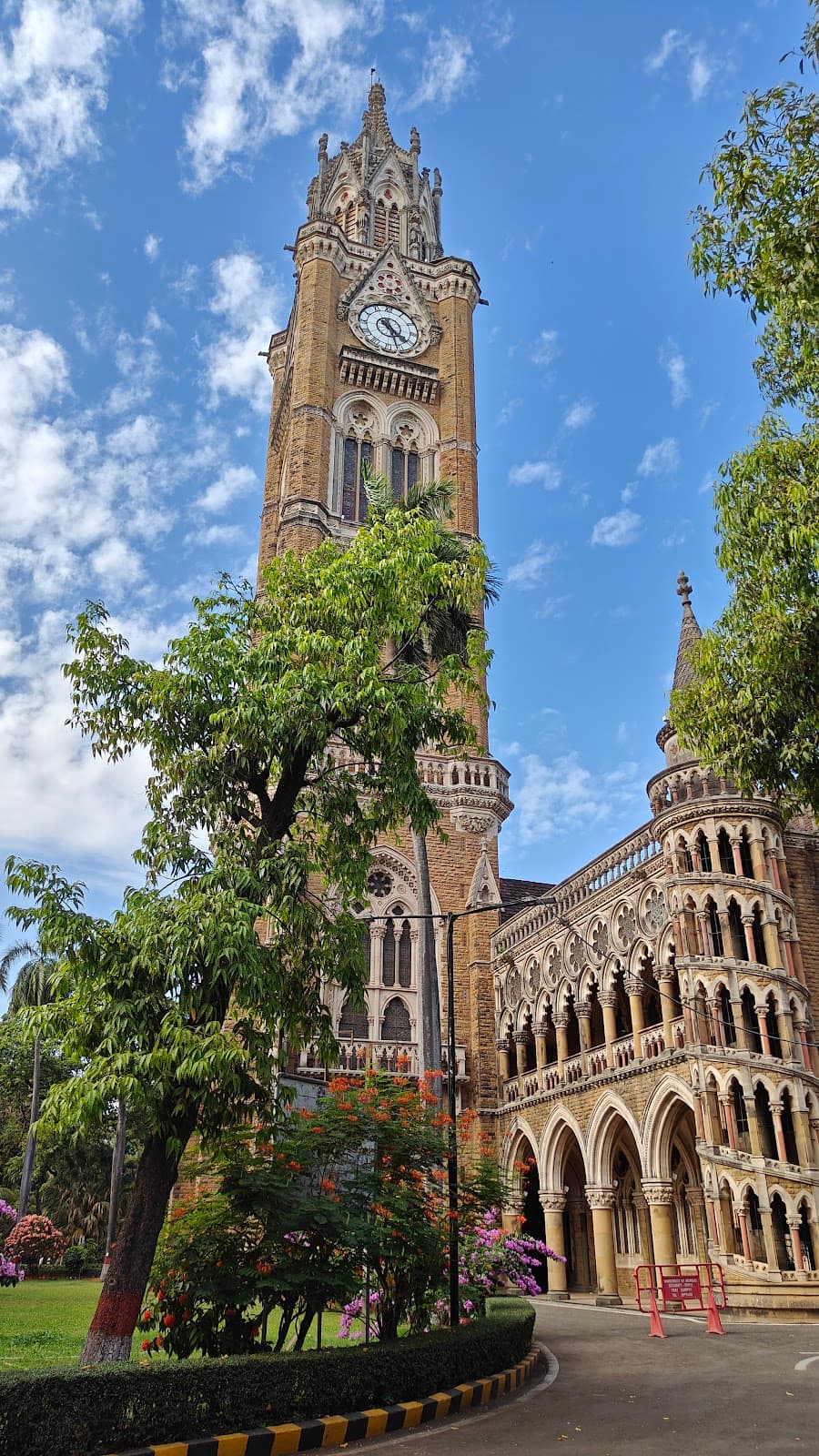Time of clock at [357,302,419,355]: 4:26
